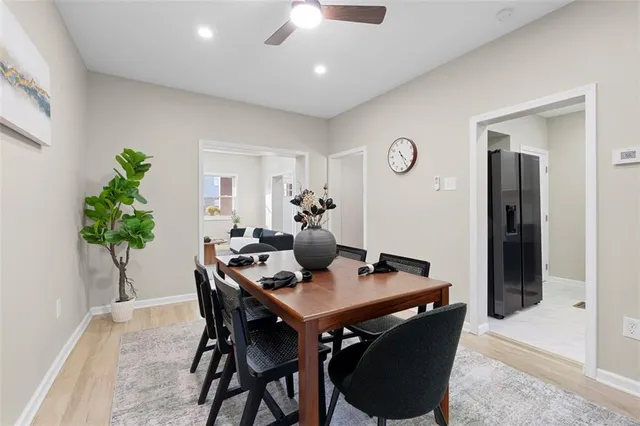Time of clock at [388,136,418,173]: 4:25
